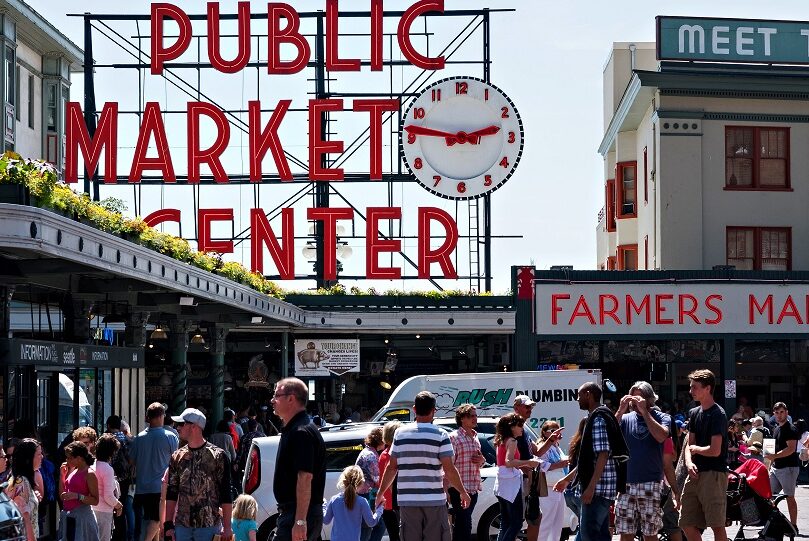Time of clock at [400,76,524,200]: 2:46
